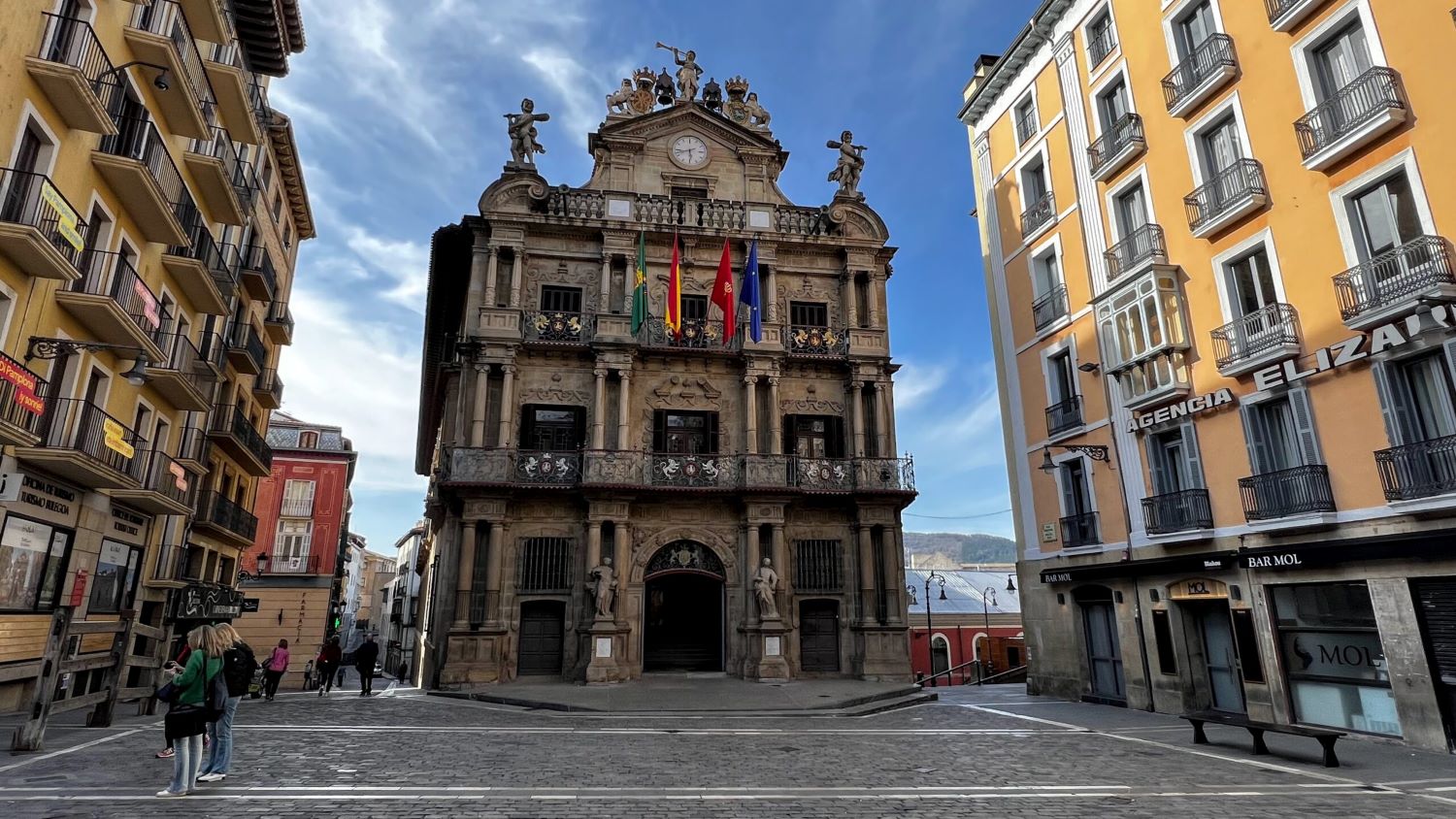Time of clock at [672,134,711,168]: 5:42
